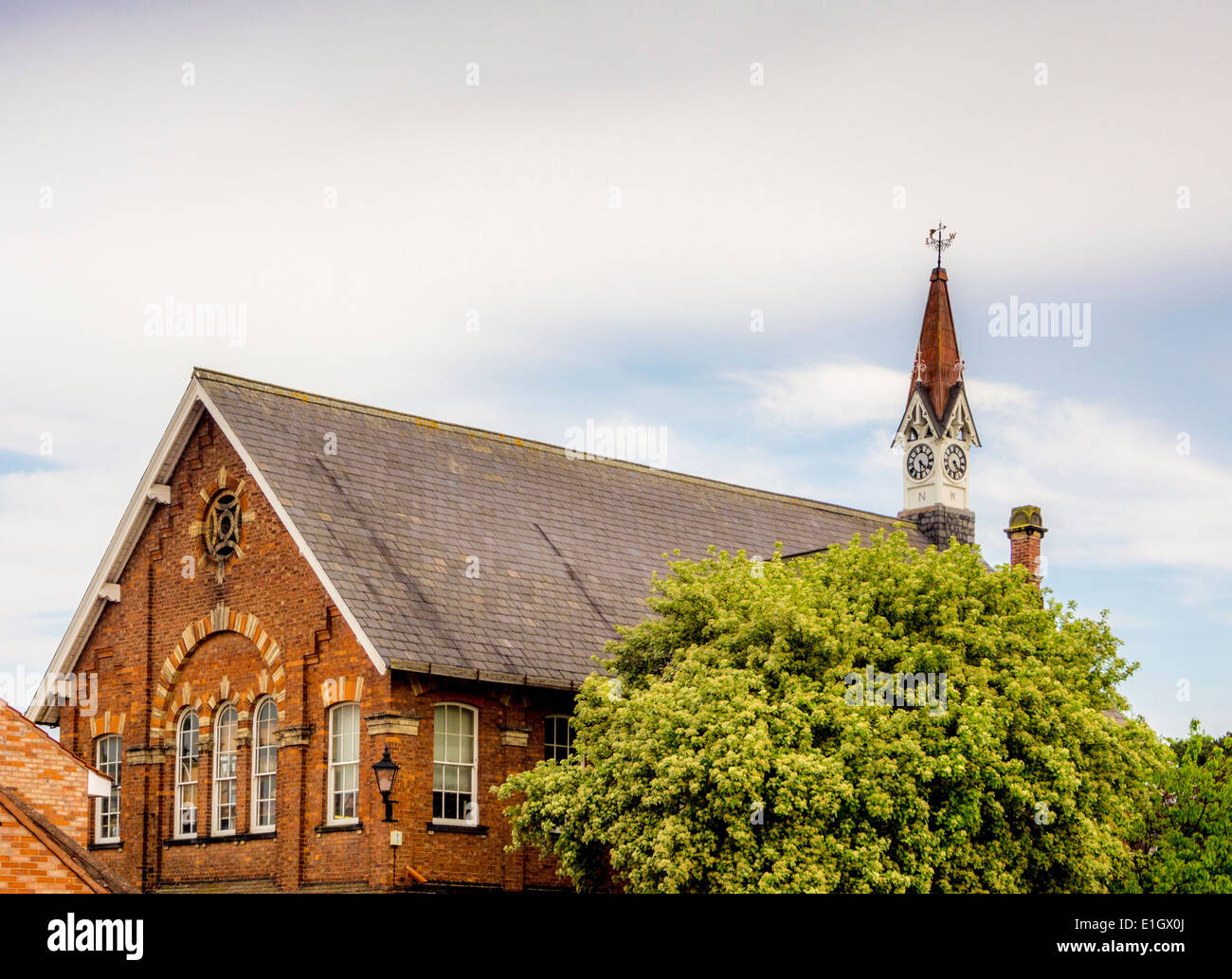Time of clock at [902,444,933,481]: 4:29
